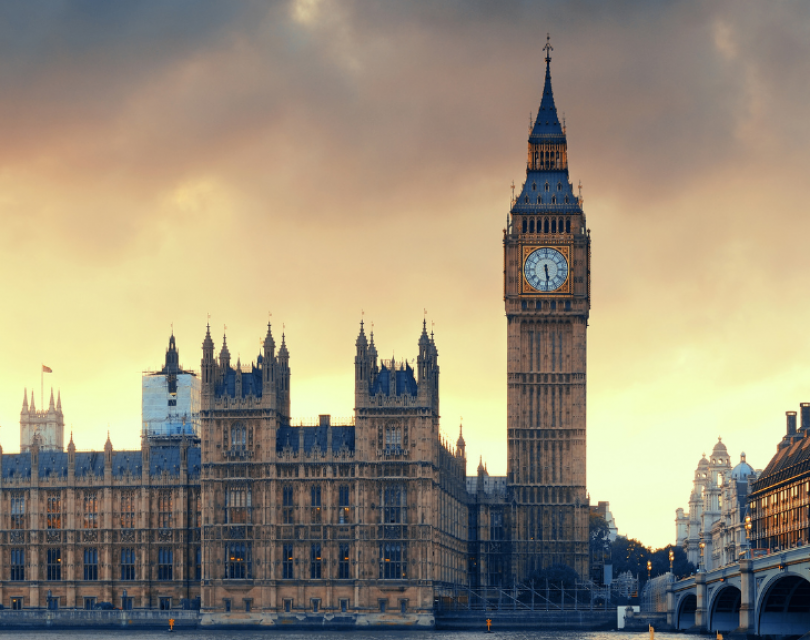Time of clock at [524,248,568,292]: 5:29
